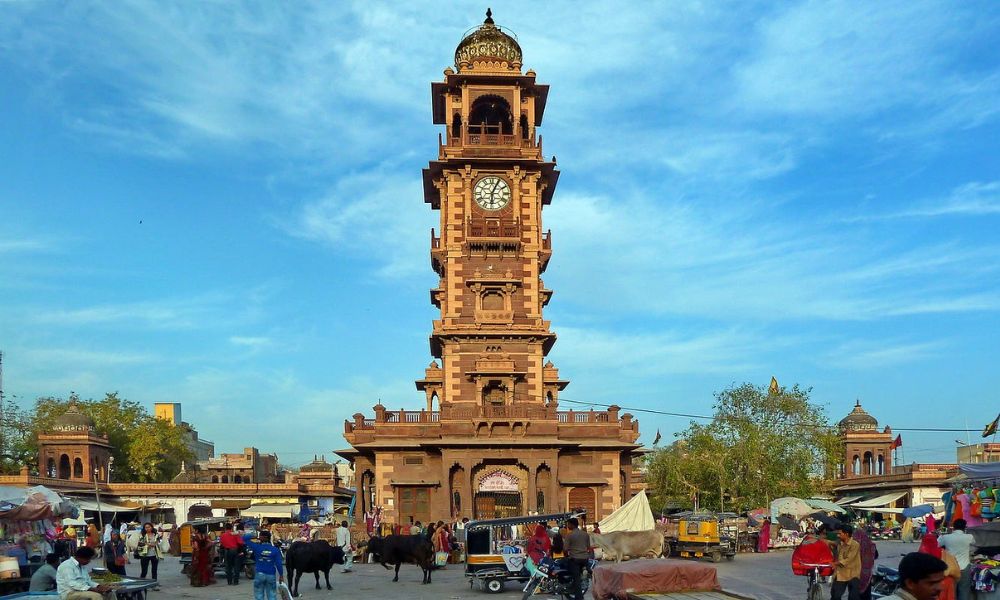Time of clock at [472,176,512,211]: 6:04
